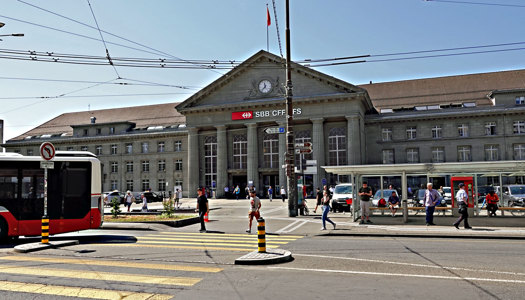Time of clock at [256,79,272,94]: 11:37
